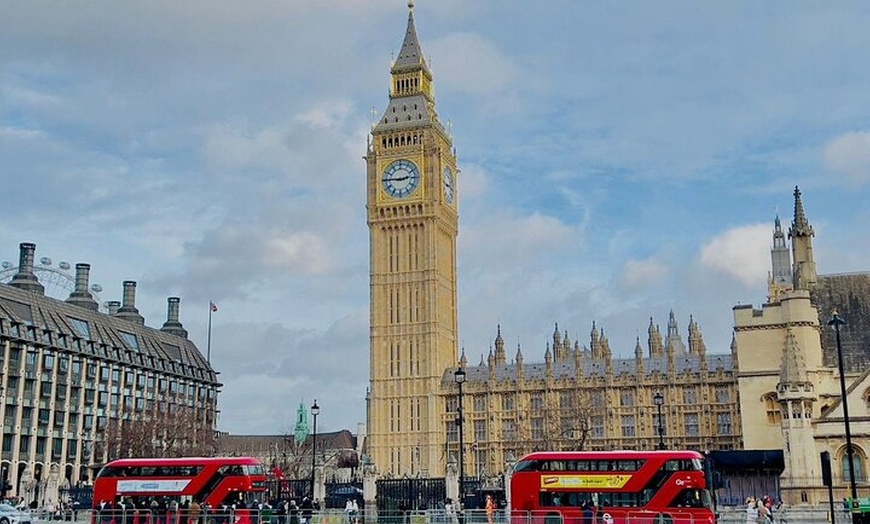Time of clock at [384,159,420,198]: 2:45
